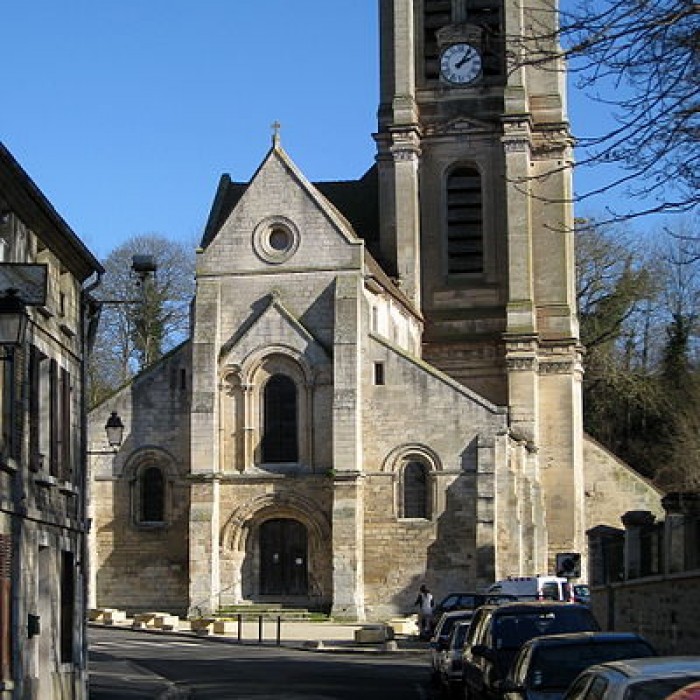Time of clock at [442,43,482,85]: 2:06
